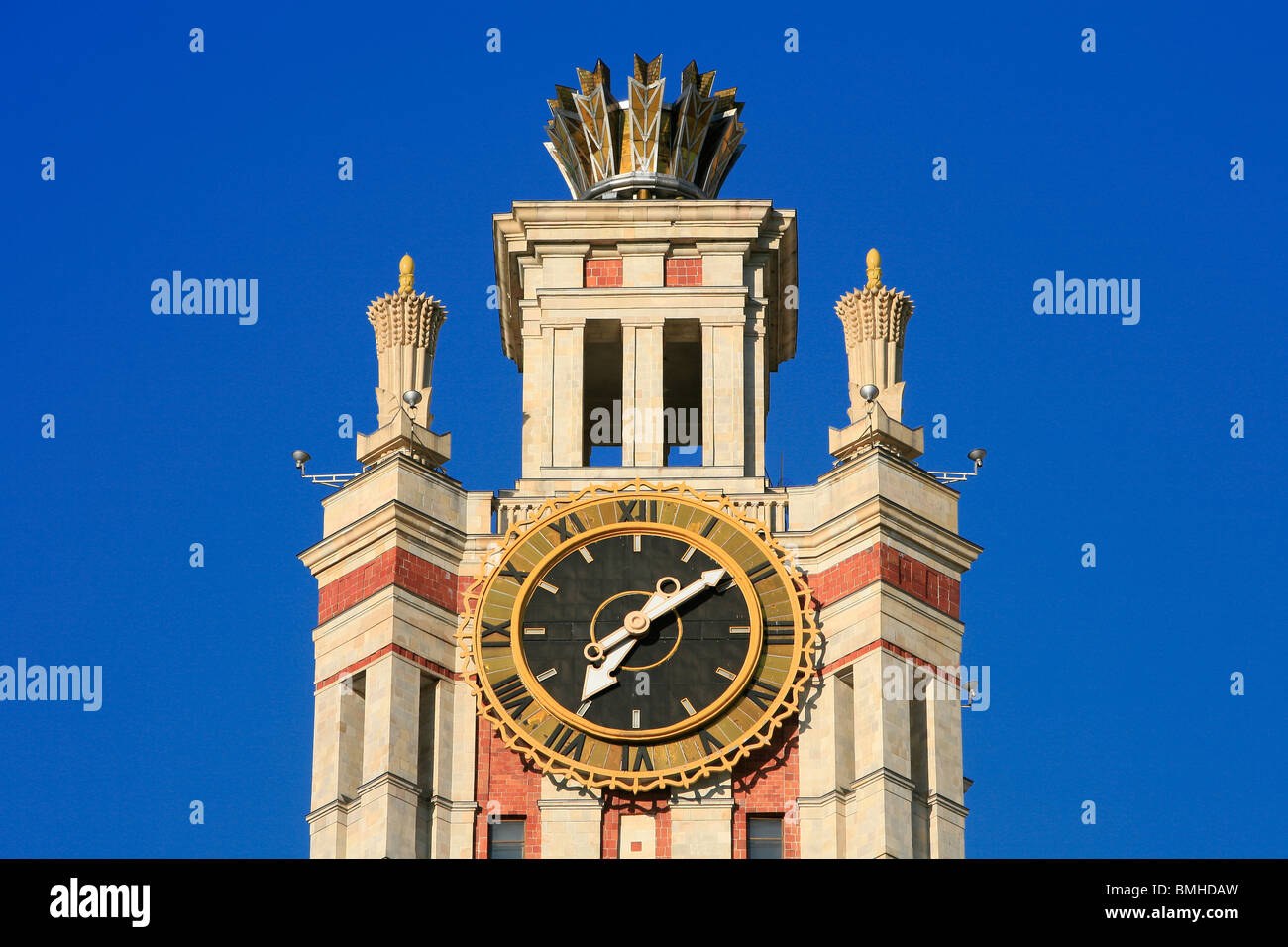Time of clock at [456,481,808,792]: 7:09
